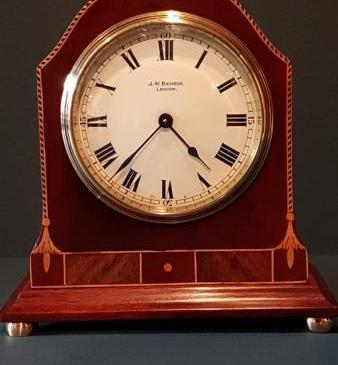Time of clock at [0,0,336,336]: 4:37
